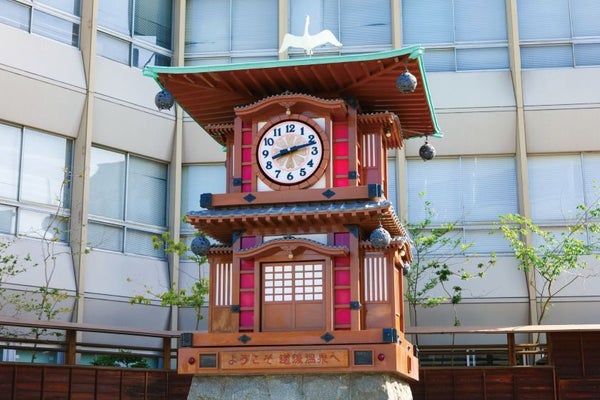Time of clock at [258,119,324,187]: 8:12
